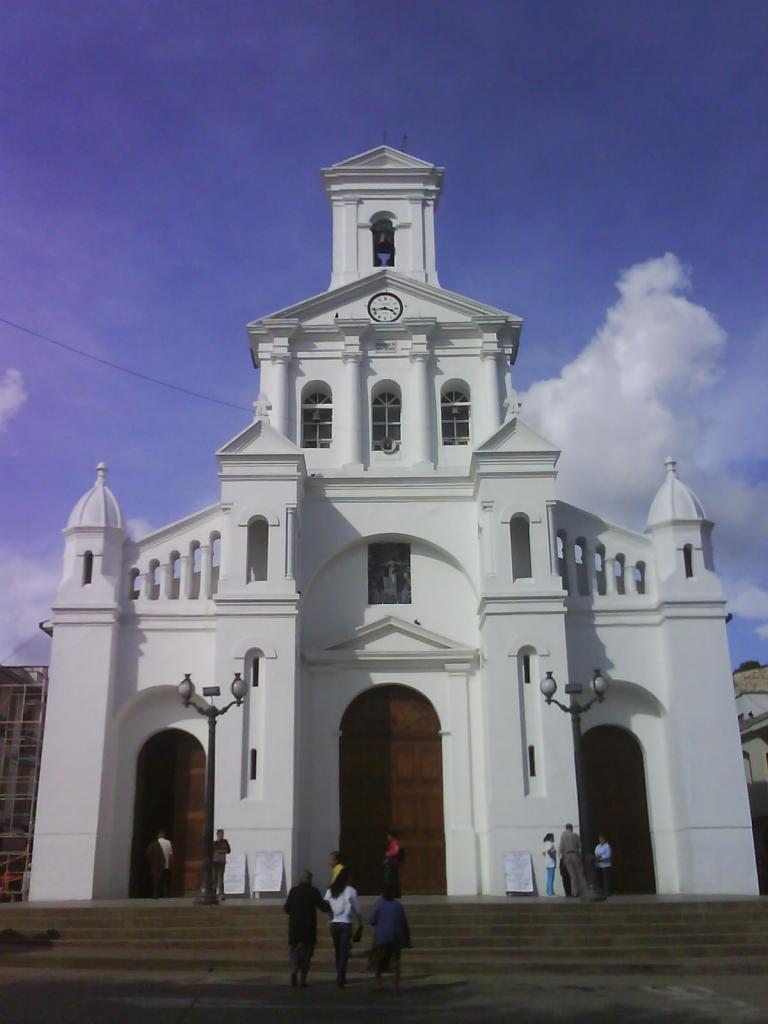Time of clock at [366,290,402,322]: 3:43
